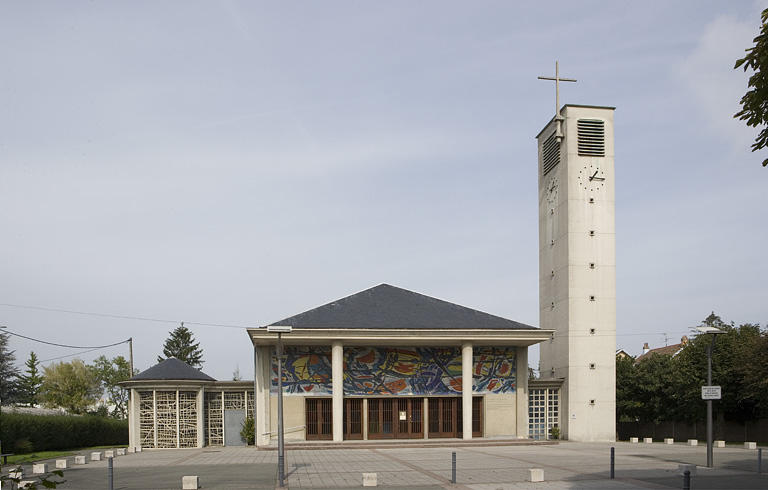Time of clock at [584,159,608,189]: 1:16
